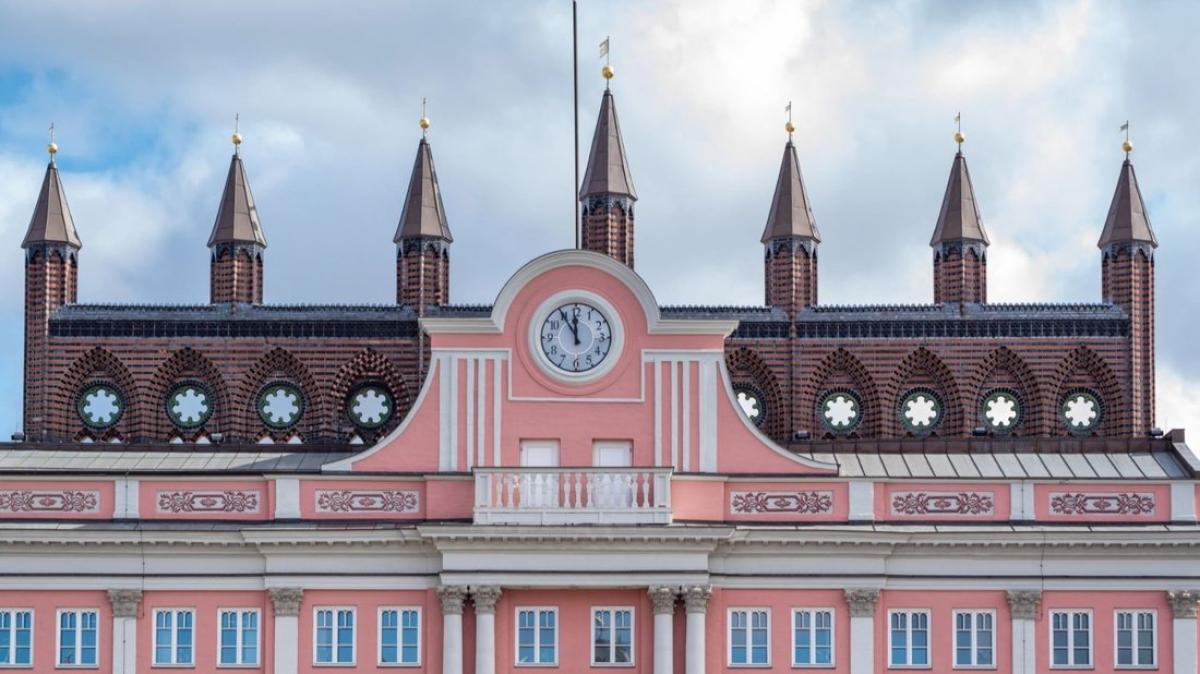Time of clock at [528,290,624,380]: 11:54
